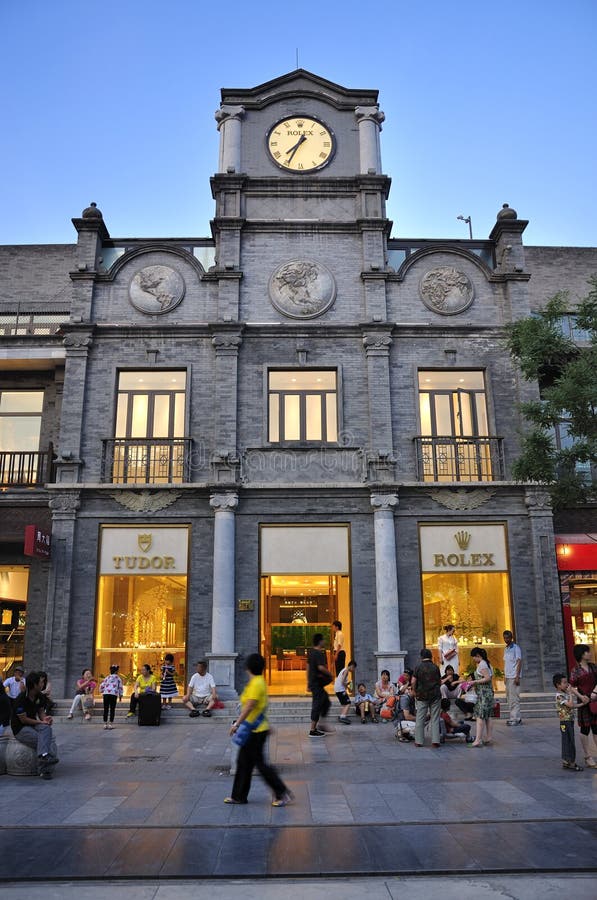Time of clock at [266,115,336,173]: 7:34
